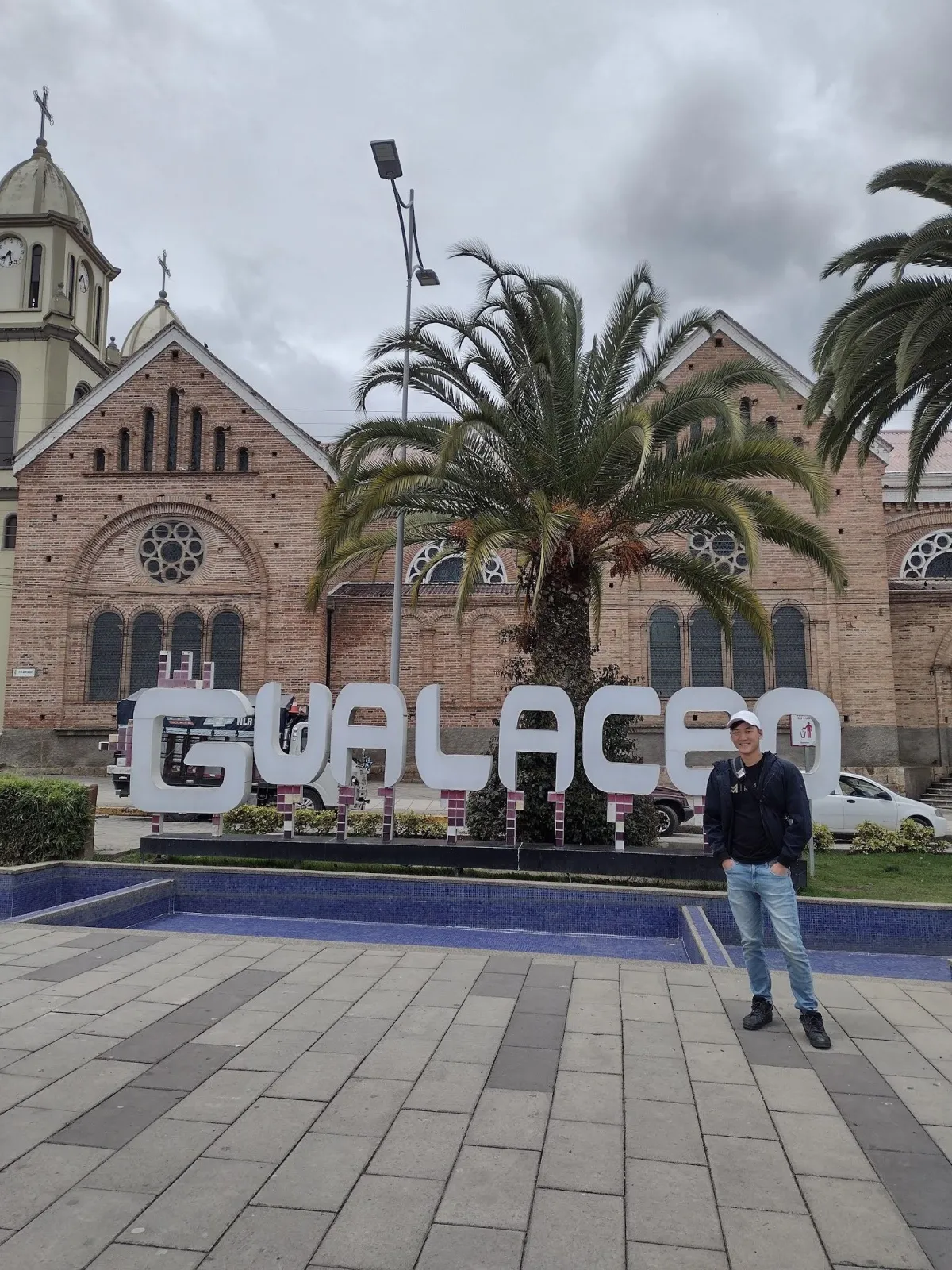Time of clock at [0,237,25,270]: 7:28
